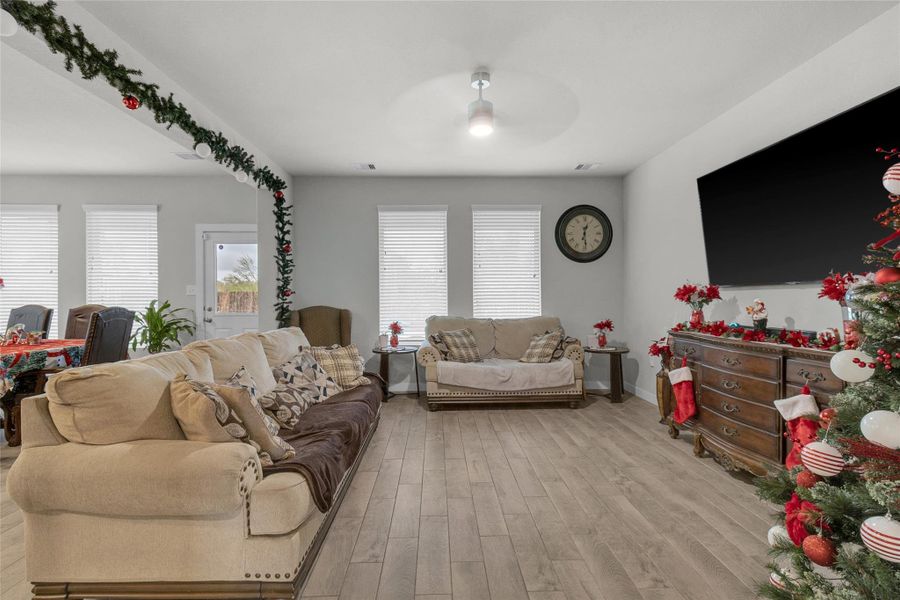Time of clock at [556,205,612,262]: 12:28
